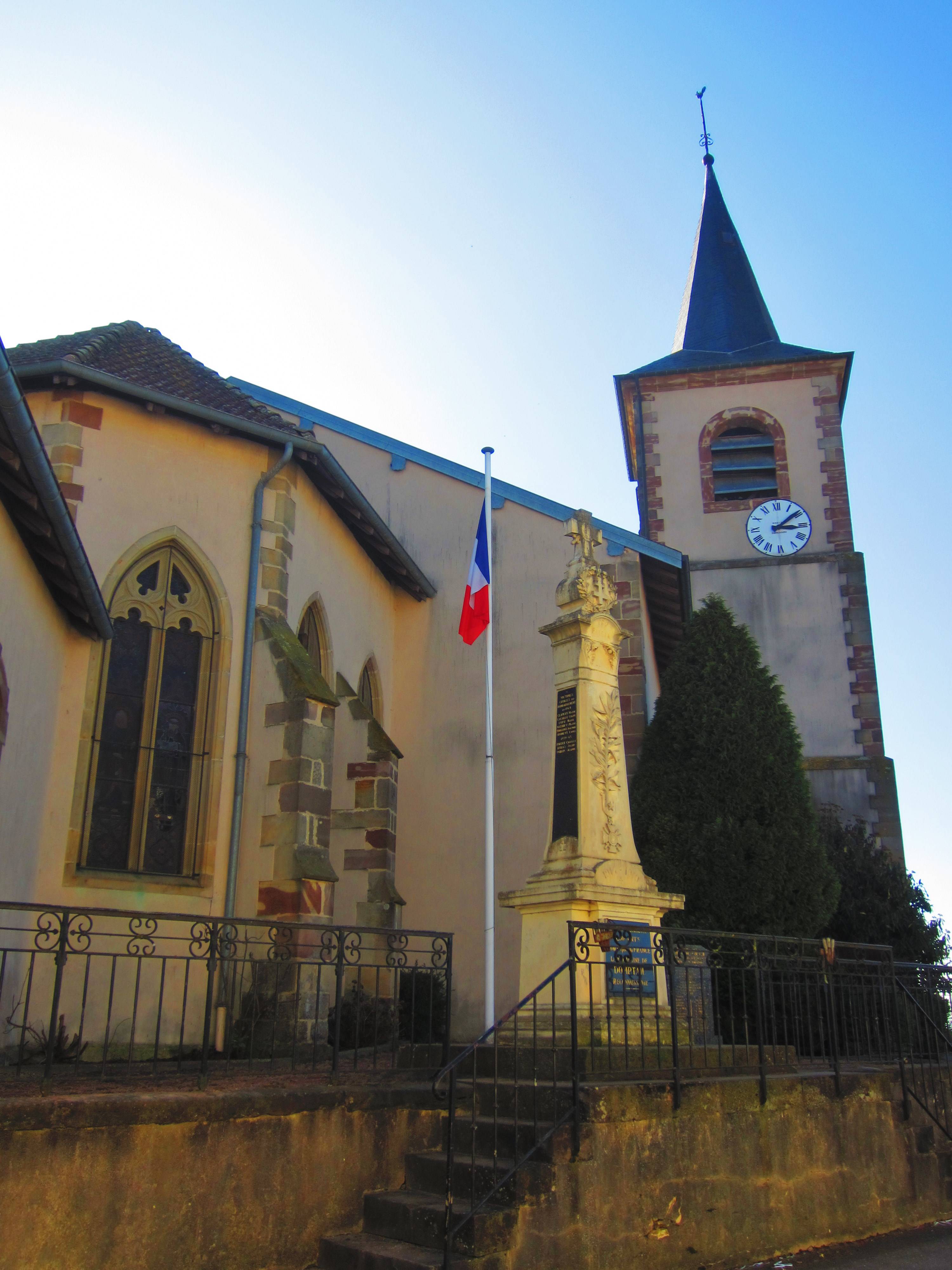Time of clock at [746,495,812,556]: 3:09
